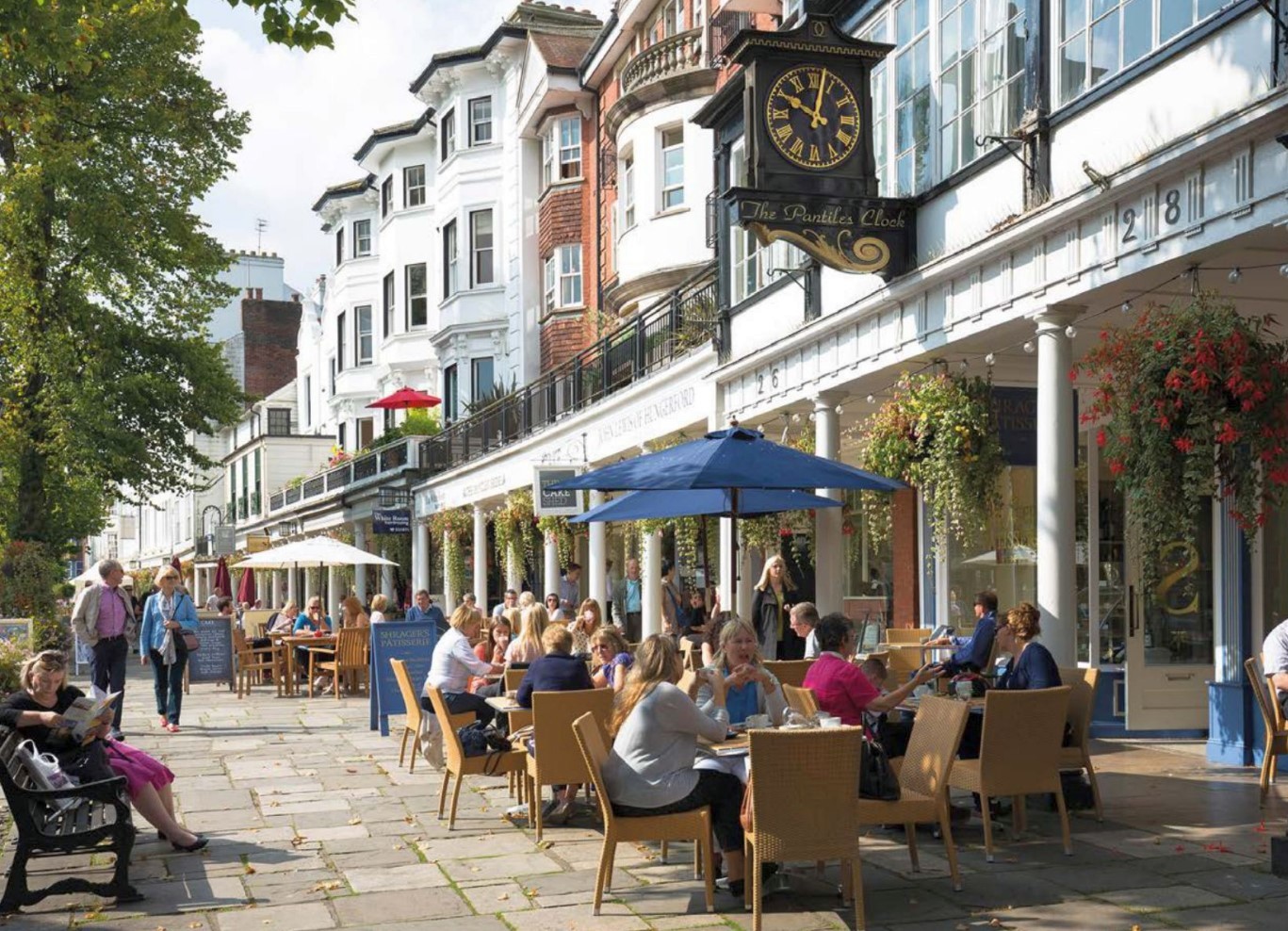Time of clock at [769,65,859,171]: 10:02
